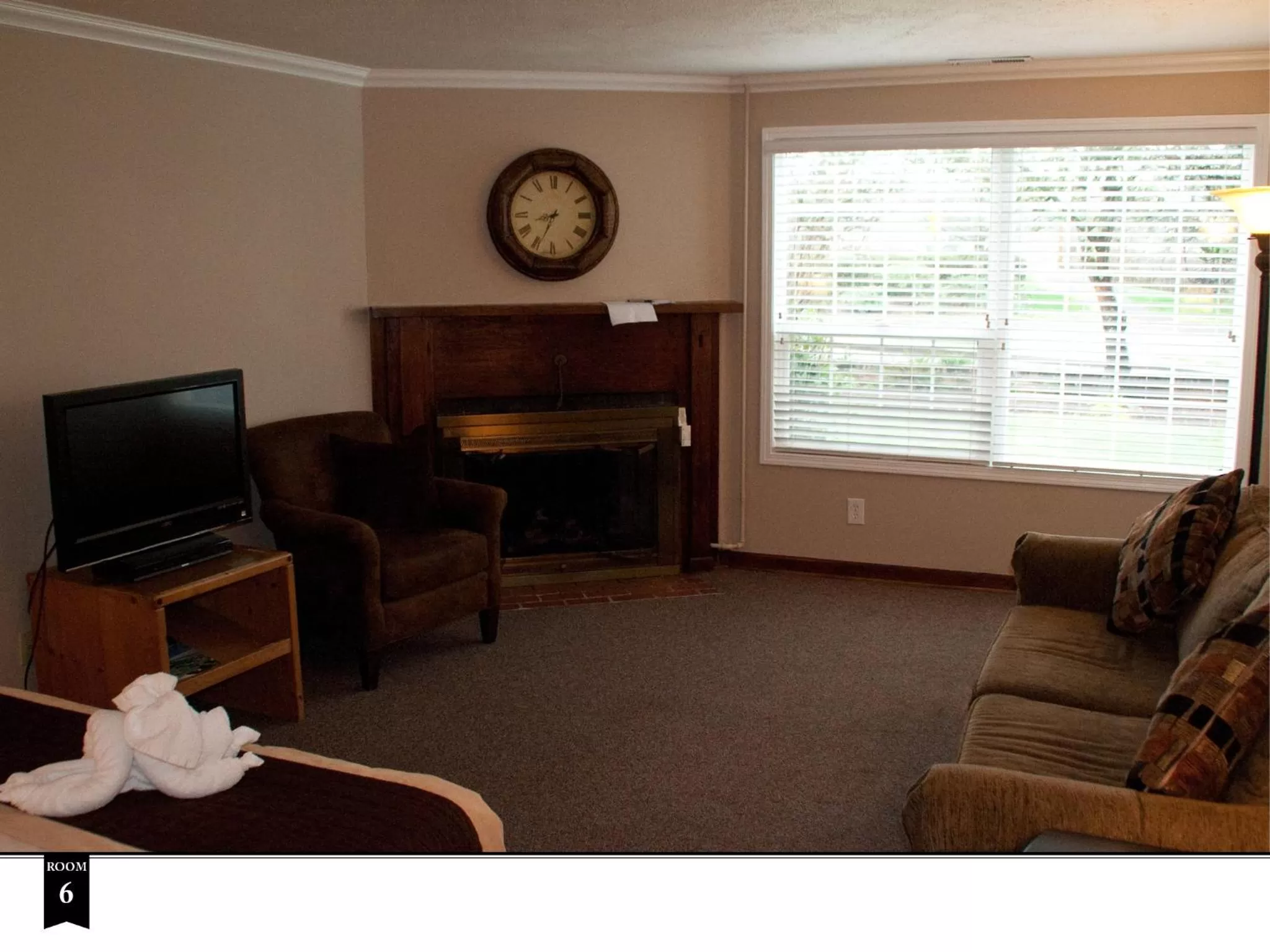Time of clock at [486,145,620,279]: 8:34
